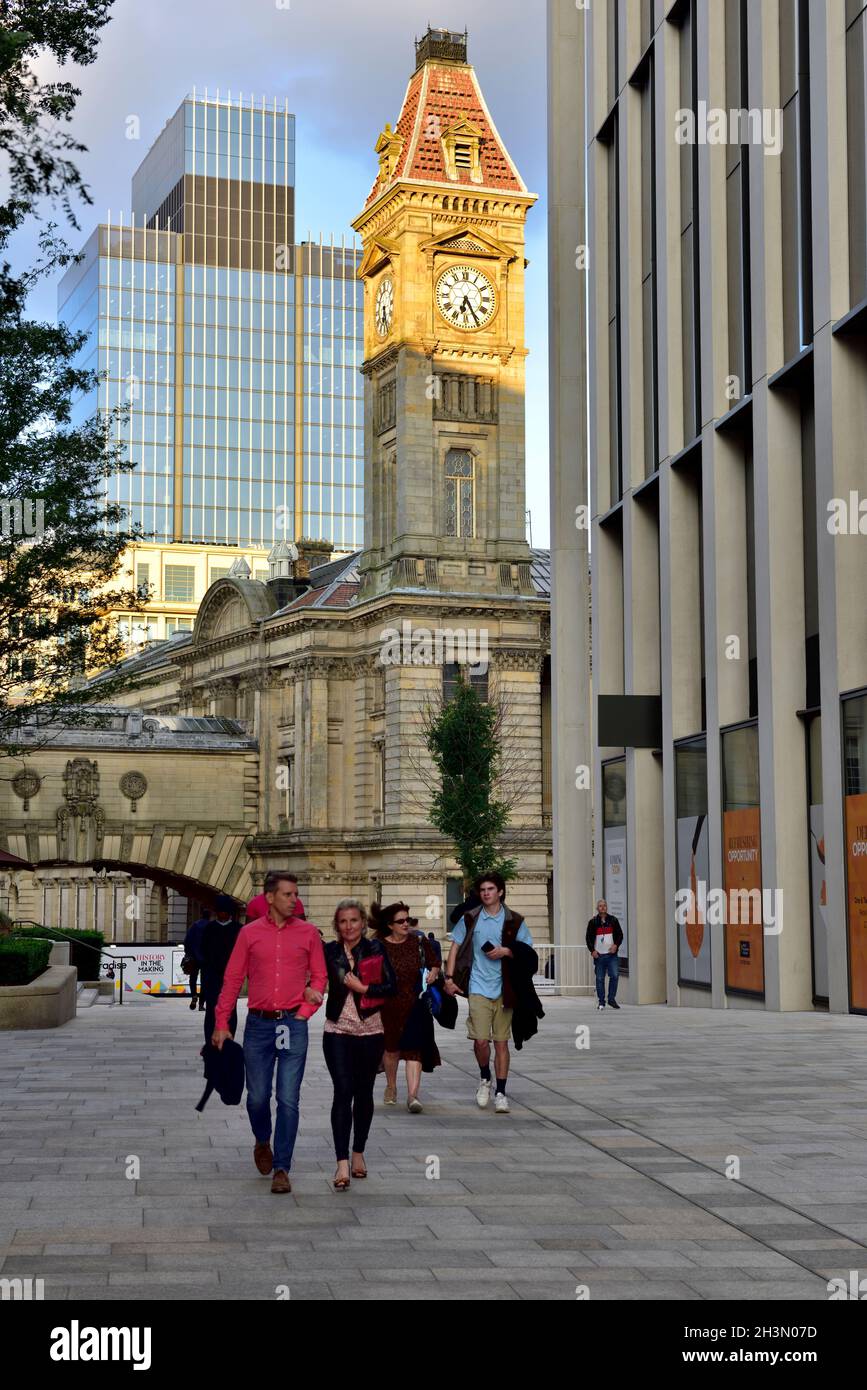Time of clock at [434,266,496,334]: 6:25
